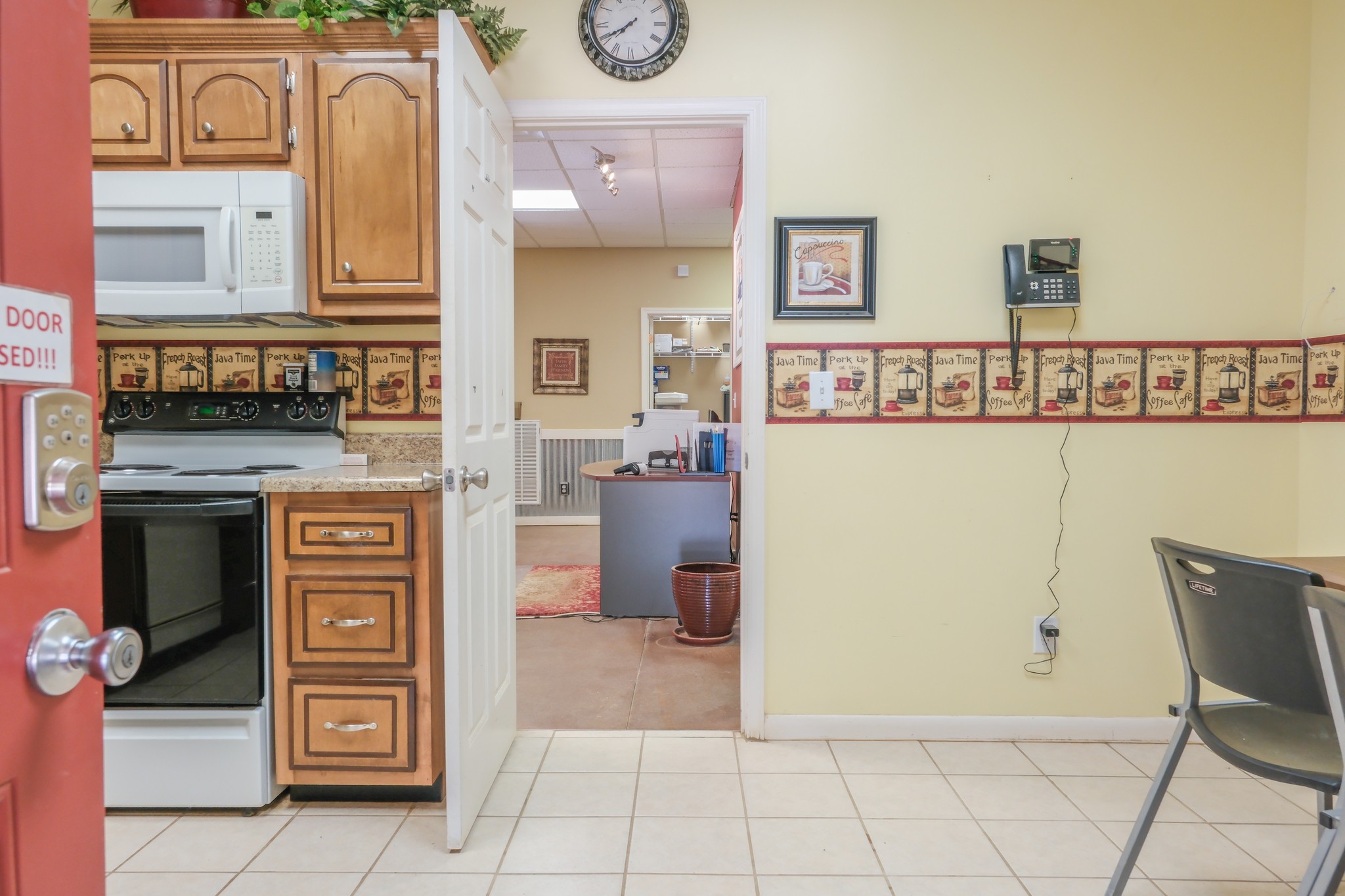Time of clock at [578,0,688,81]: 7:40
